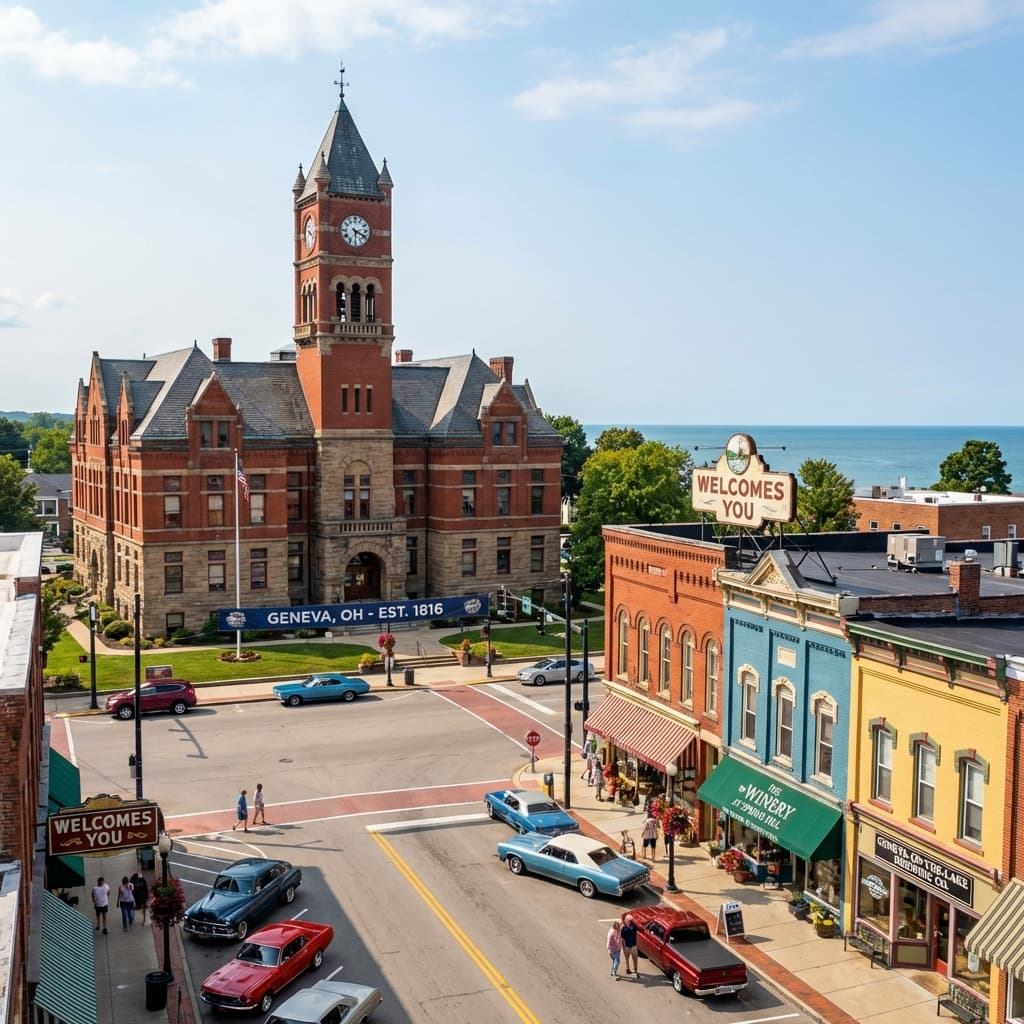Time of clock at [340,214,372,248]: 5:18
